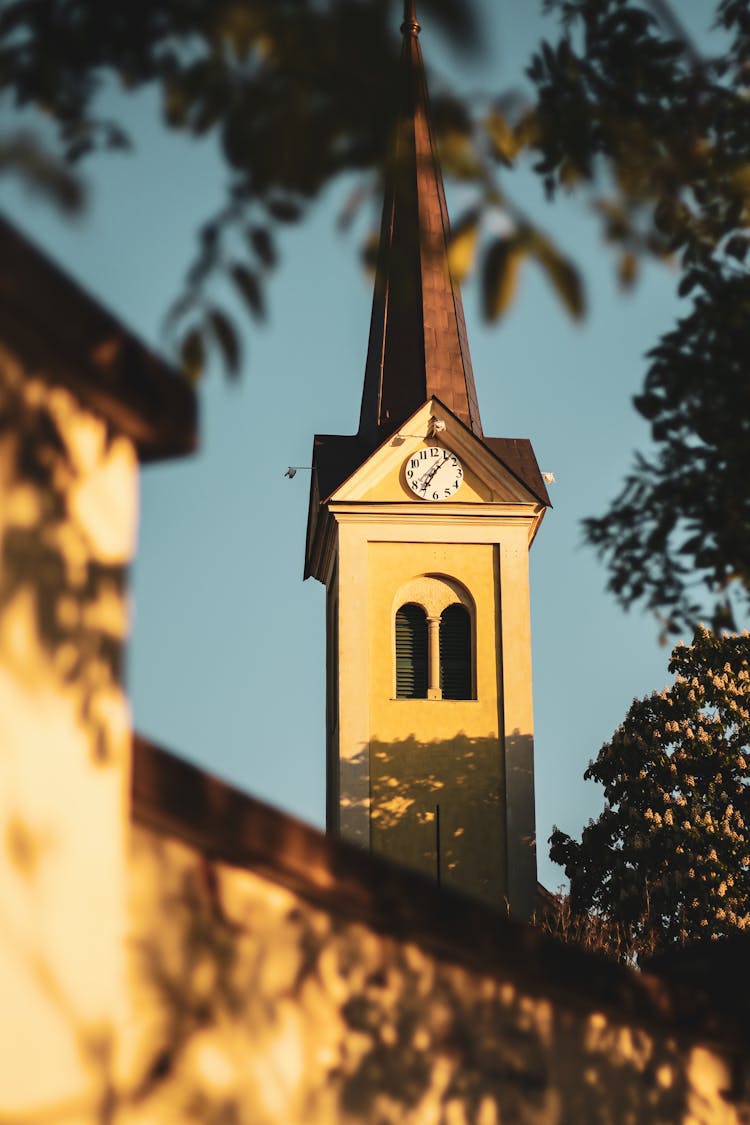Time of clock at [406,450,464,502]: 7:07
